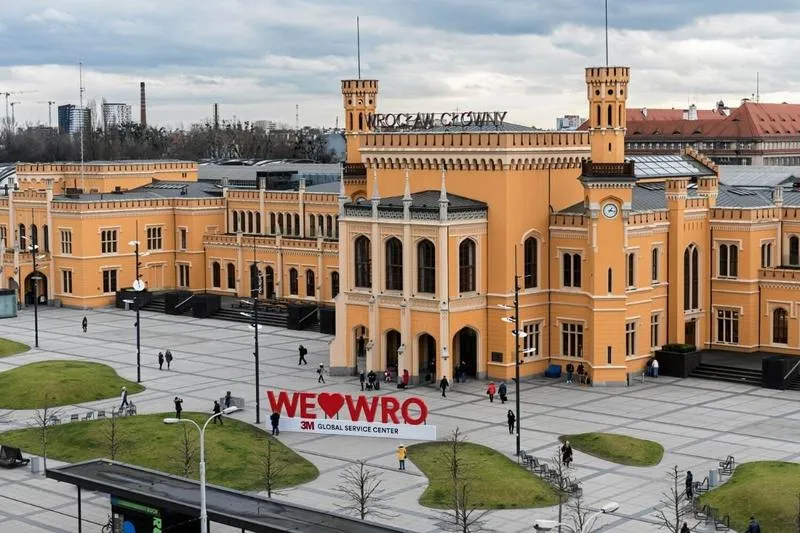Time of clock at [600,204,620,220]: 1:16
